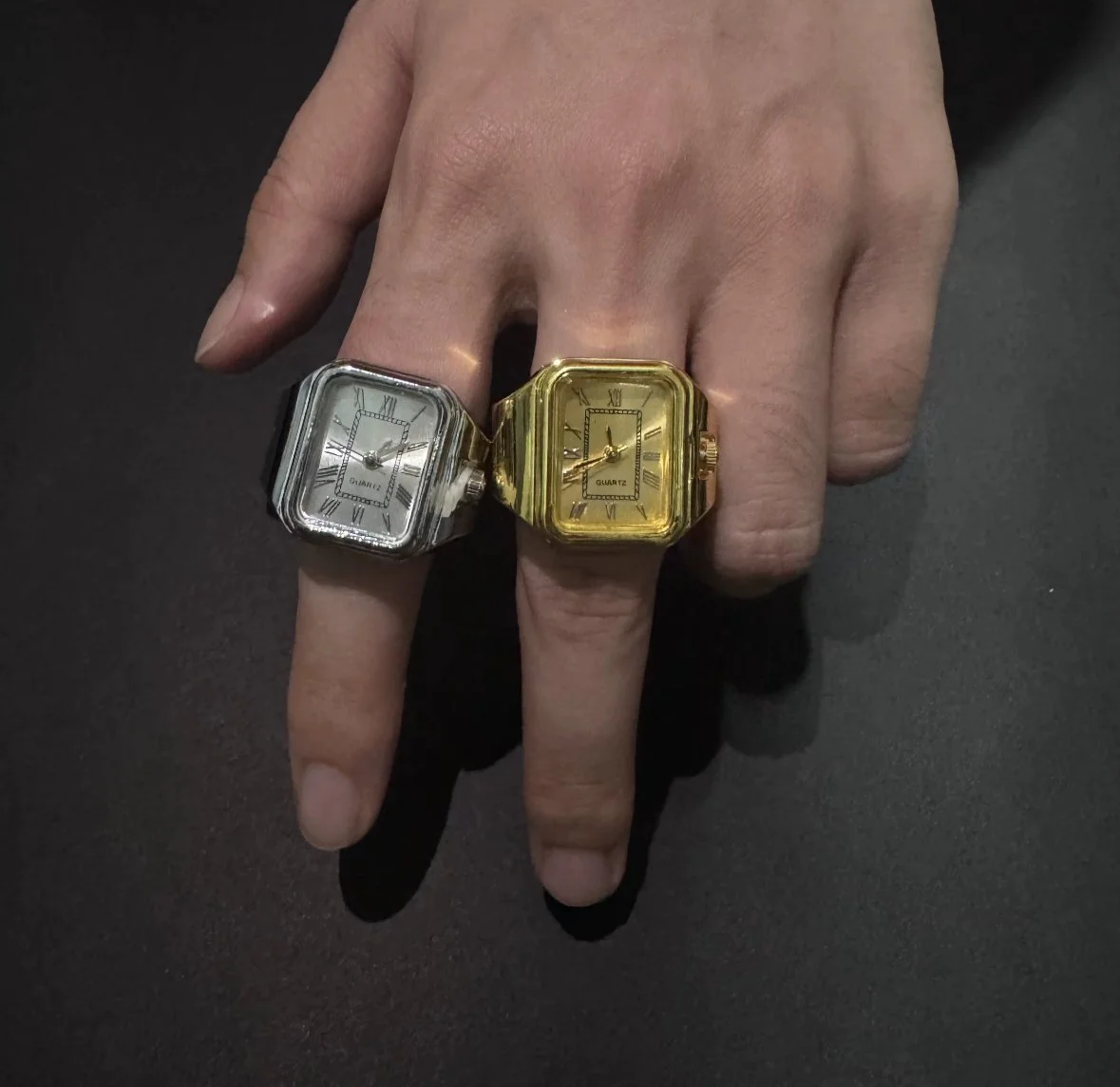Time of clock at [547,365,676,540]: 11:41
